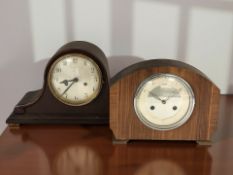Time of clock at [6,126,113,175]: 8:36
